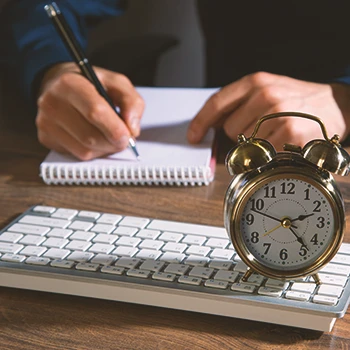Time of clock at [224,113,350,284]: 2:23
